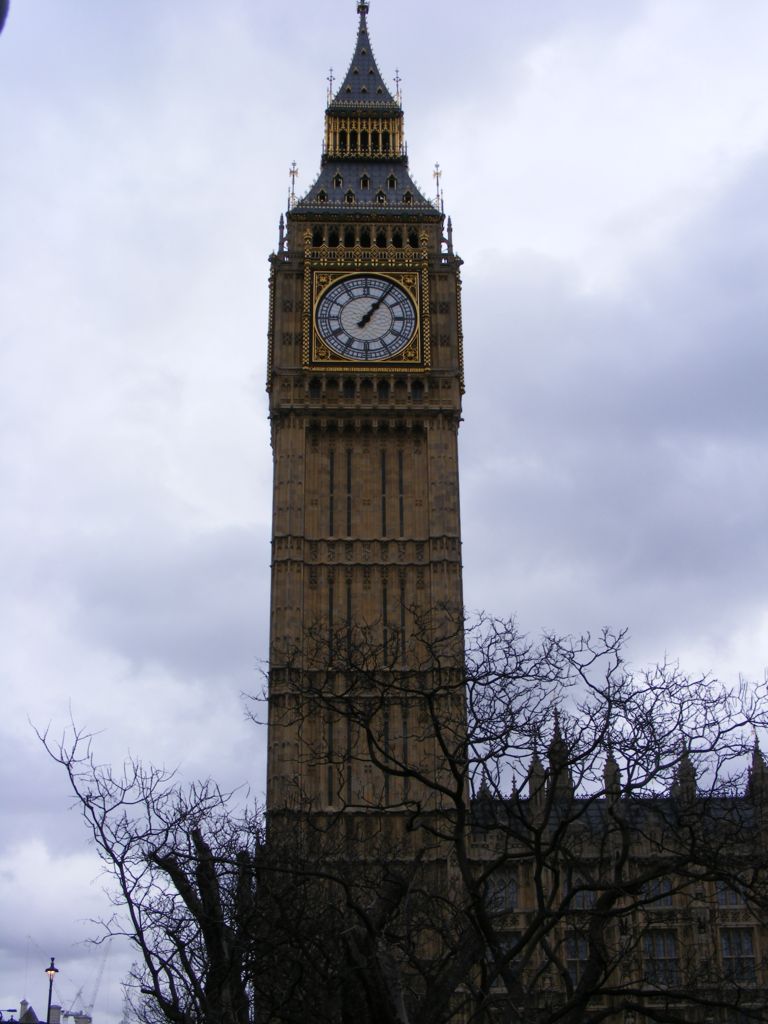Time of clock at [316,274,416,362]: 1:06
